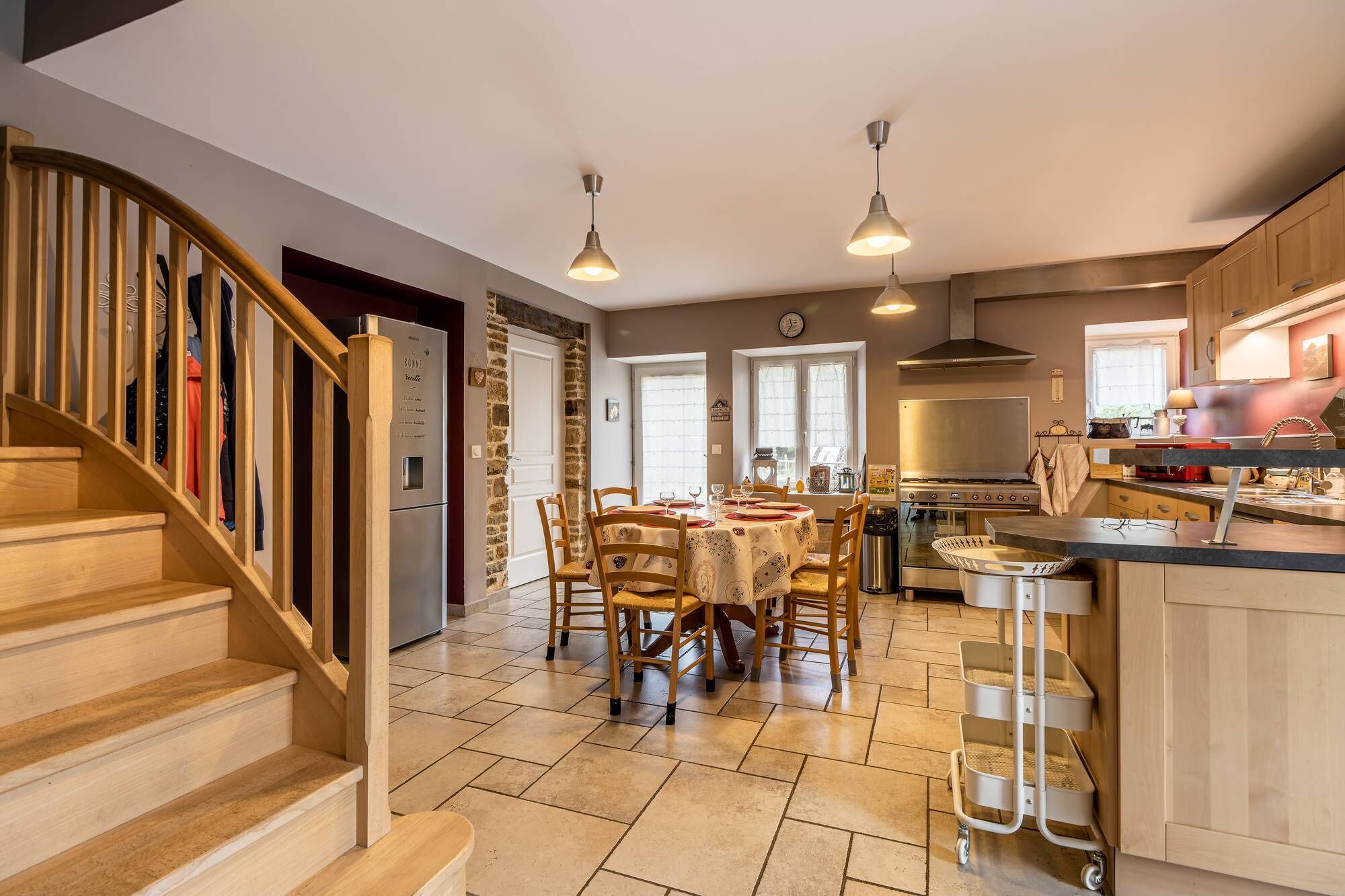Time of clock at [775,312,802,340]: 11:35
